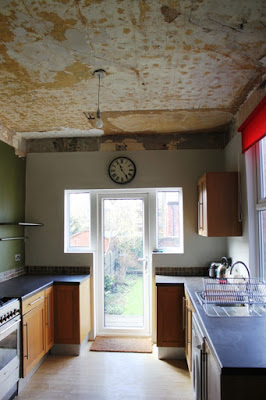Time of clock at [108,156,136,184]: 11:24
